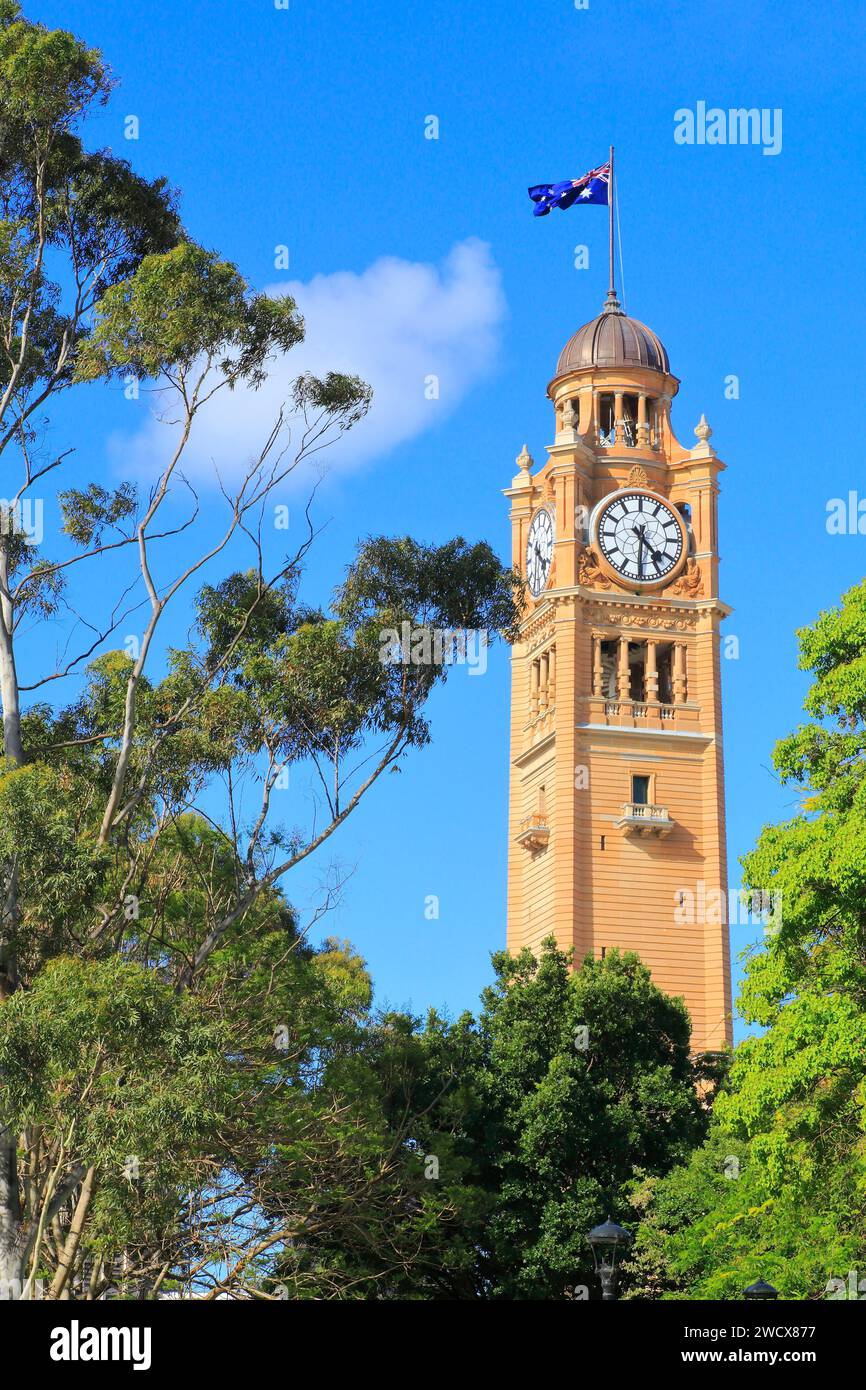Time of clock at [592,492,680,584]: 4:30
